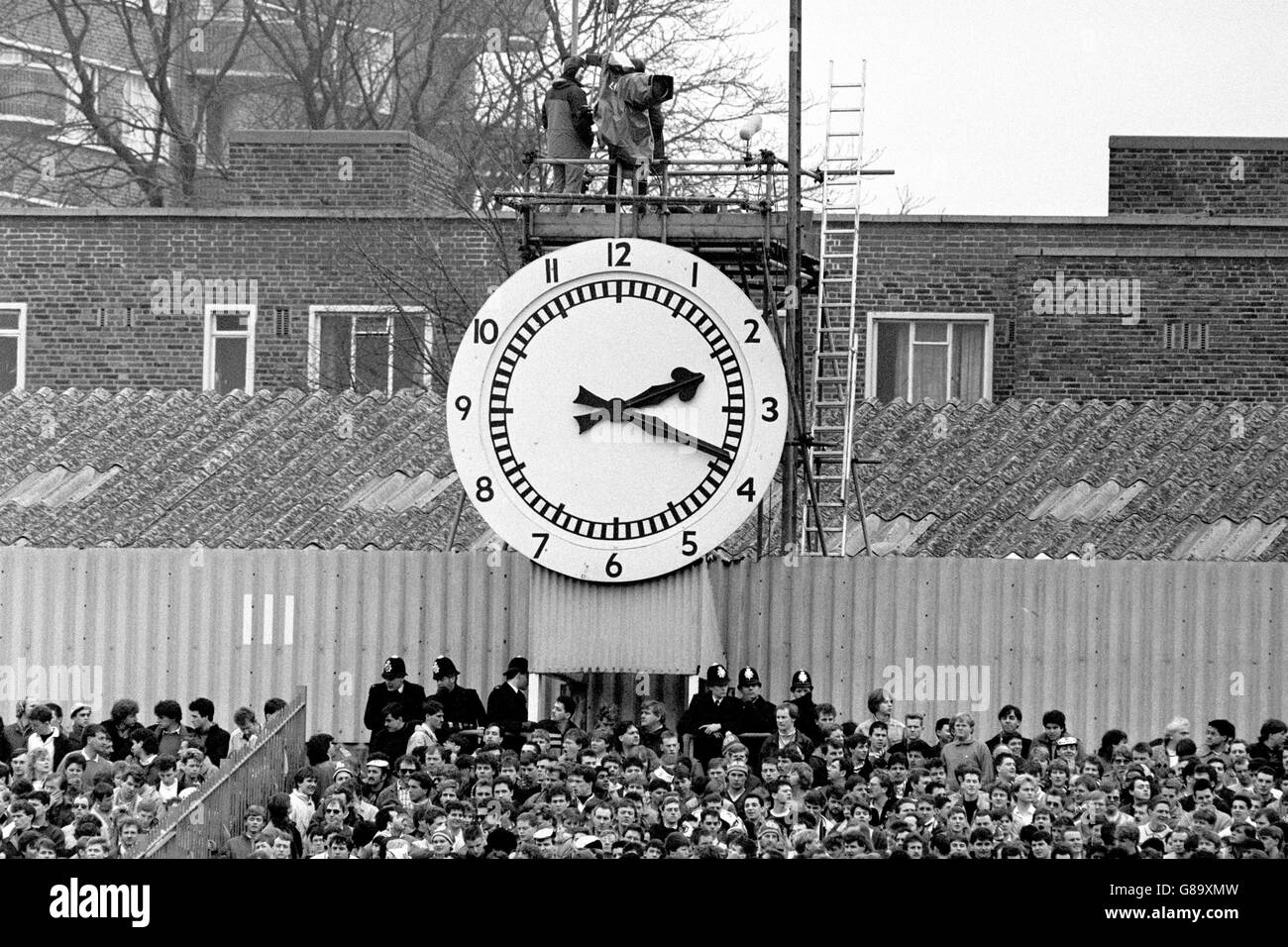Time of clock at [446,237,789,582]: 2:18
